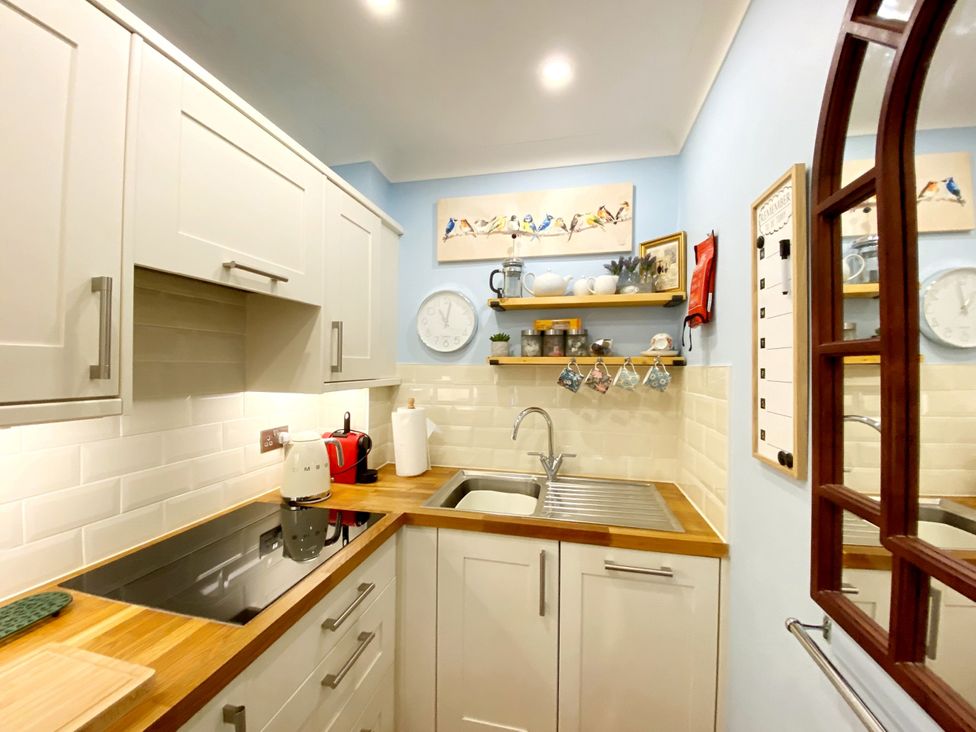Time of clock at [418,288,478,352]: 11:02
